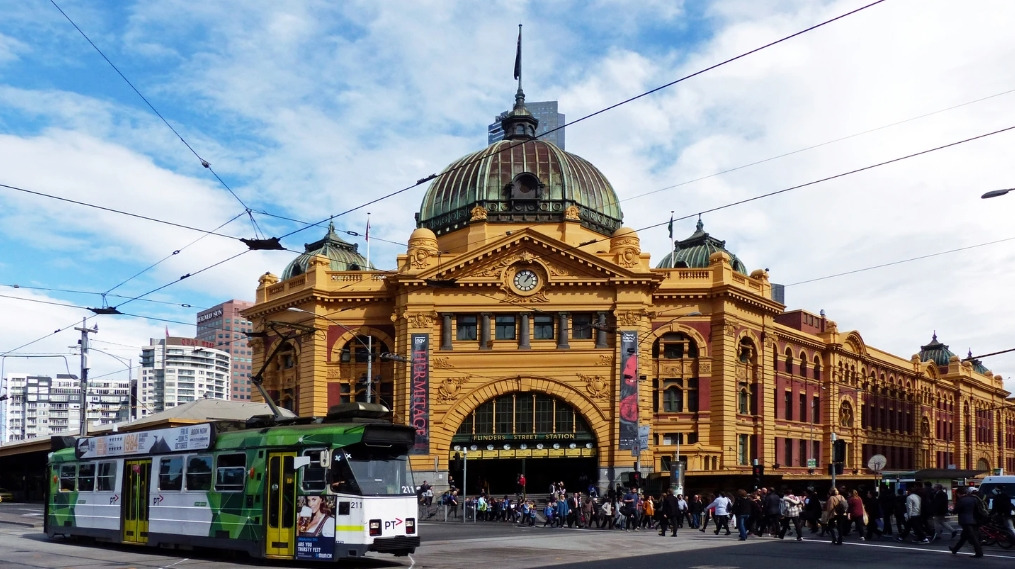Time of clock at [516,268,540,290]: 1:07
